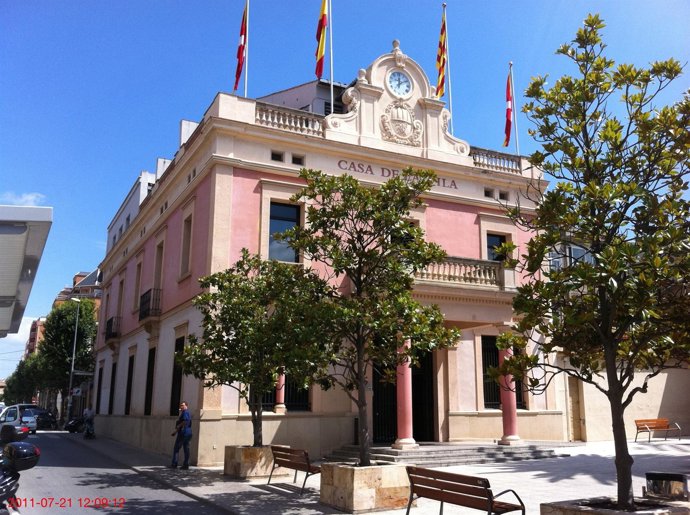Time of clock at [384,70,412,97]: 12:09
